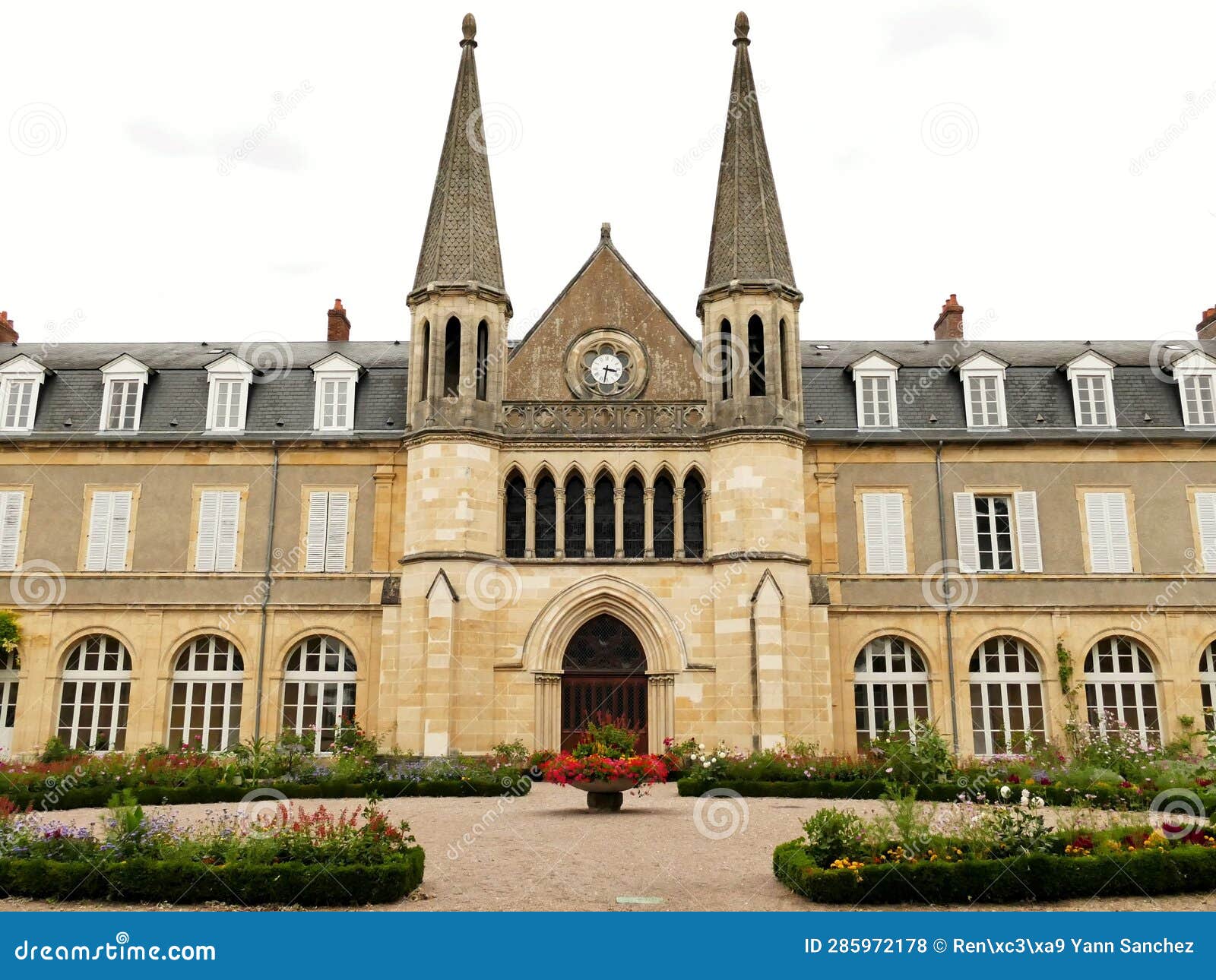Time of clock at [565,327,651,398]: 3:32
